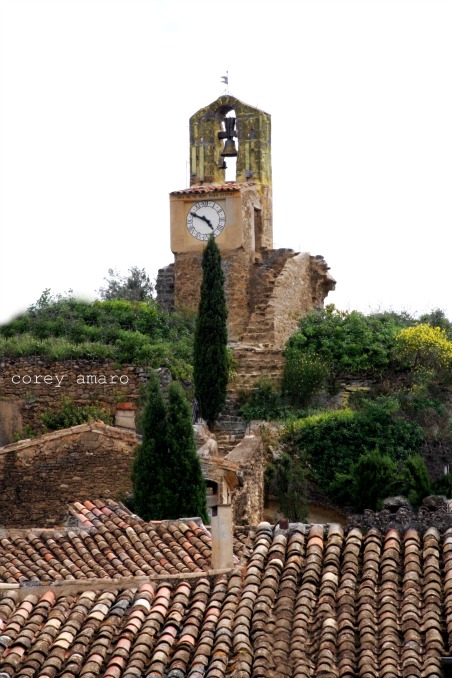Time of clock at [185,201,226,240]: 4:49
